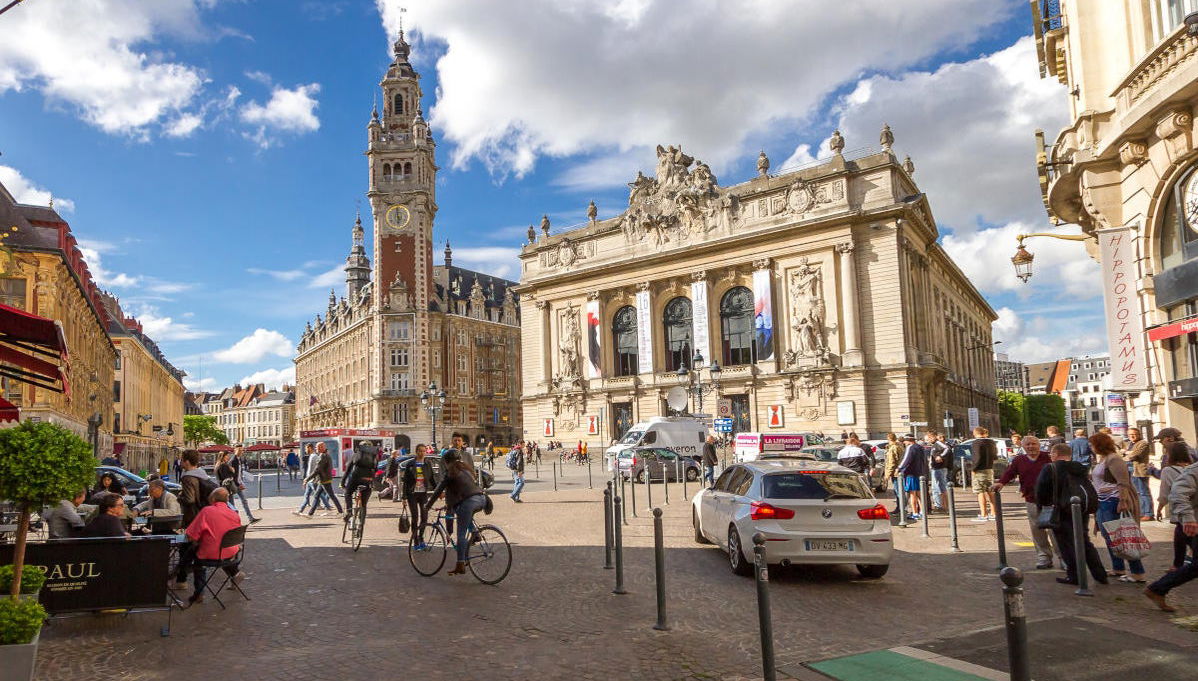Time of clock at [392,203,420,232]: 5:59
